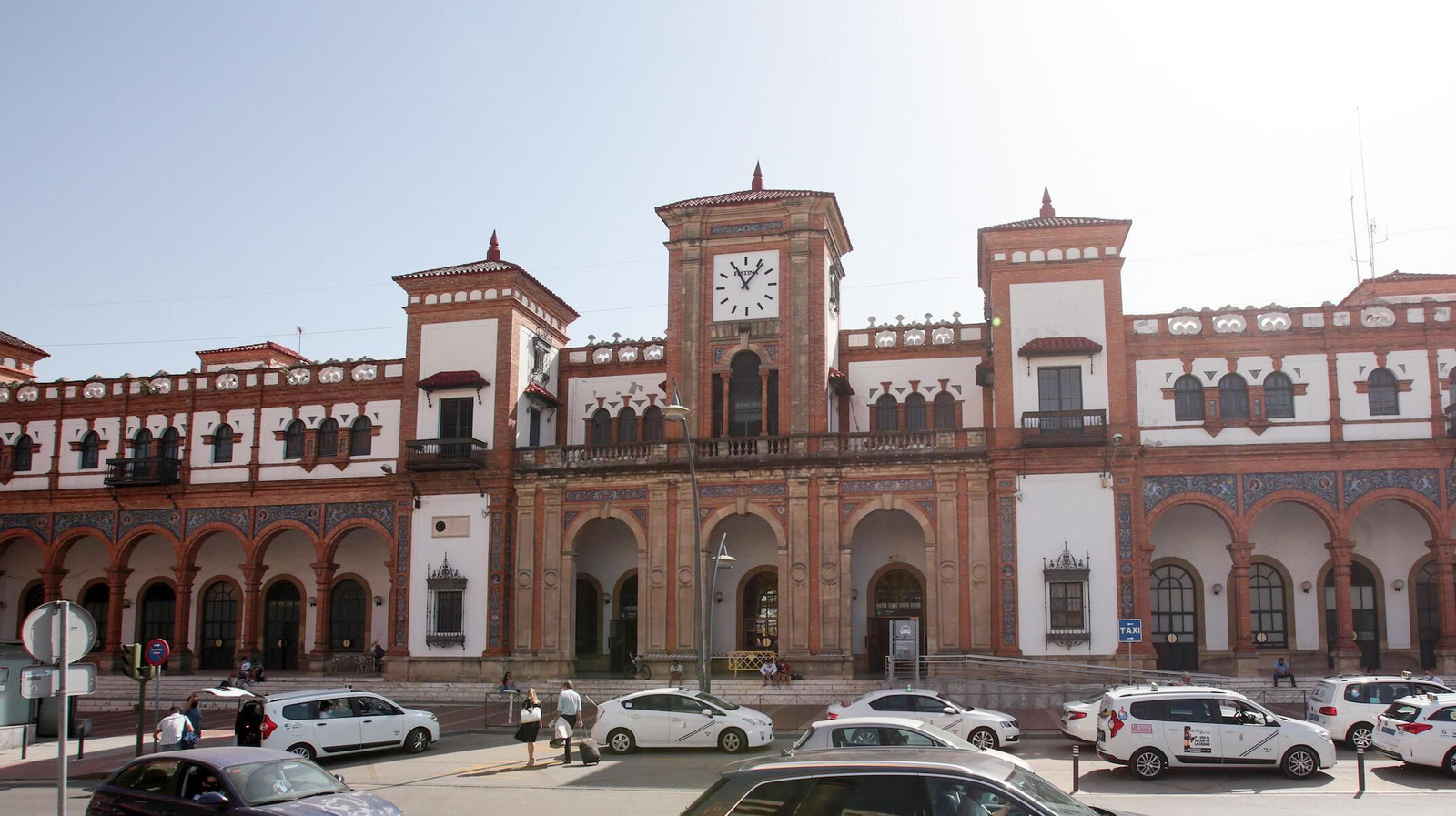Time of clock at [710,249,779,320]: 11:06
